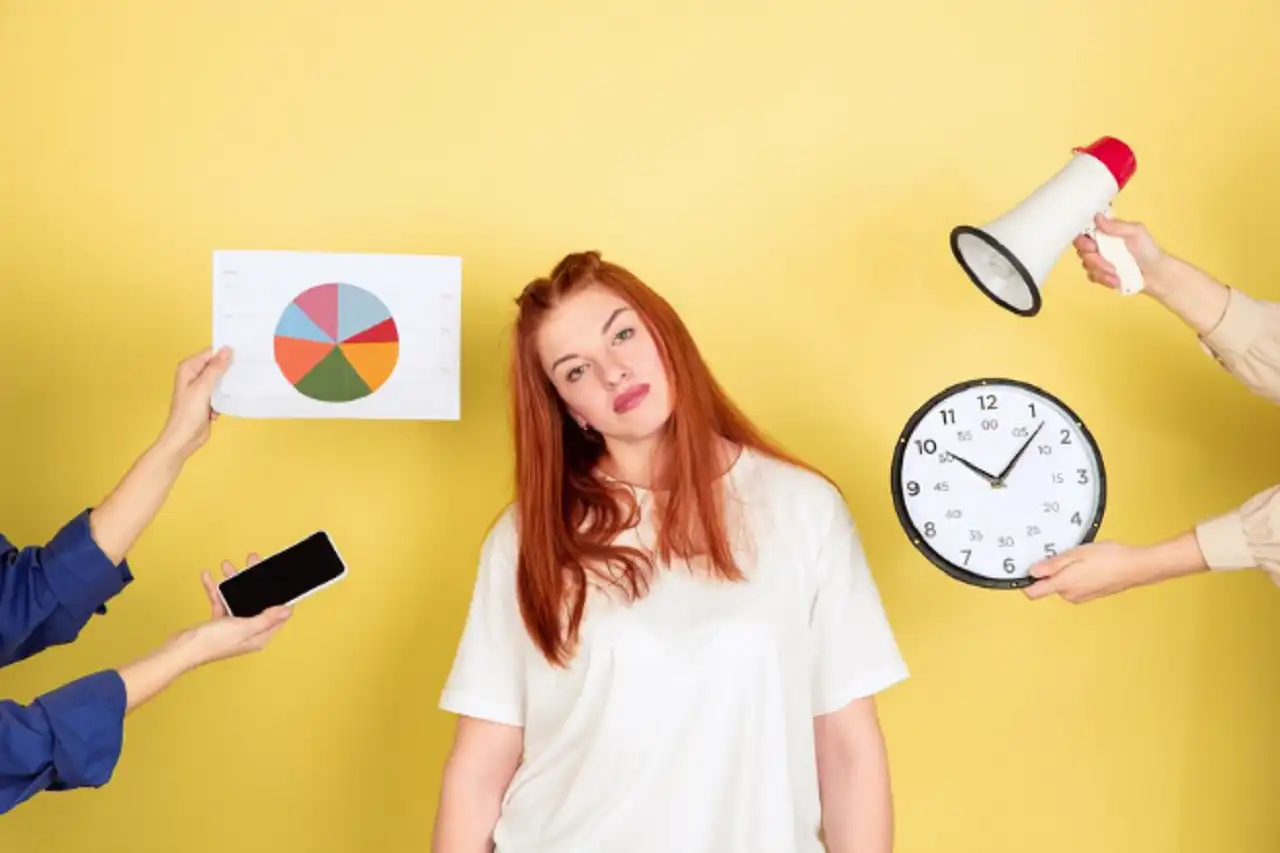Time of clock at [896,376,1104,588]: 10:07
